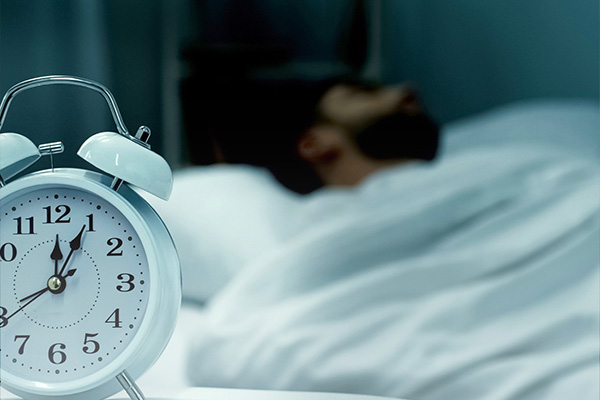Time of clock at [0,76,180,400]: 12:04
